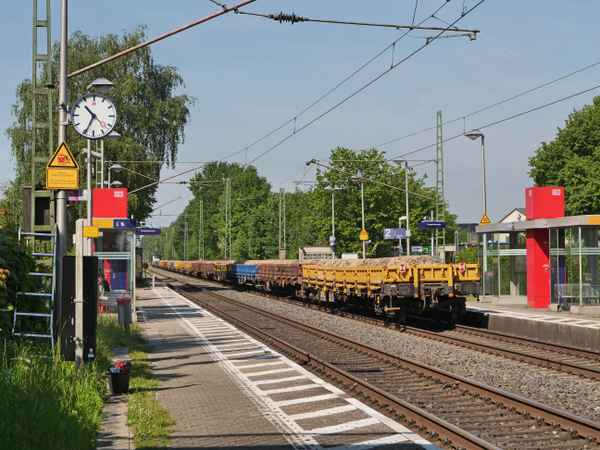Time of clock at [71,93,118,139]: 10:34
